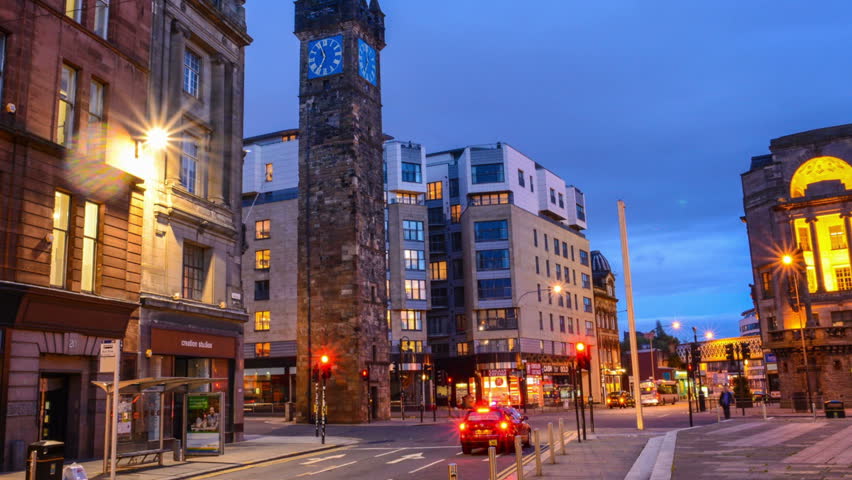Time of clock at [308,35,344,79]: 6:56
